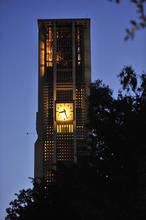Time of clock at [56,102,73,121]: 8:26
